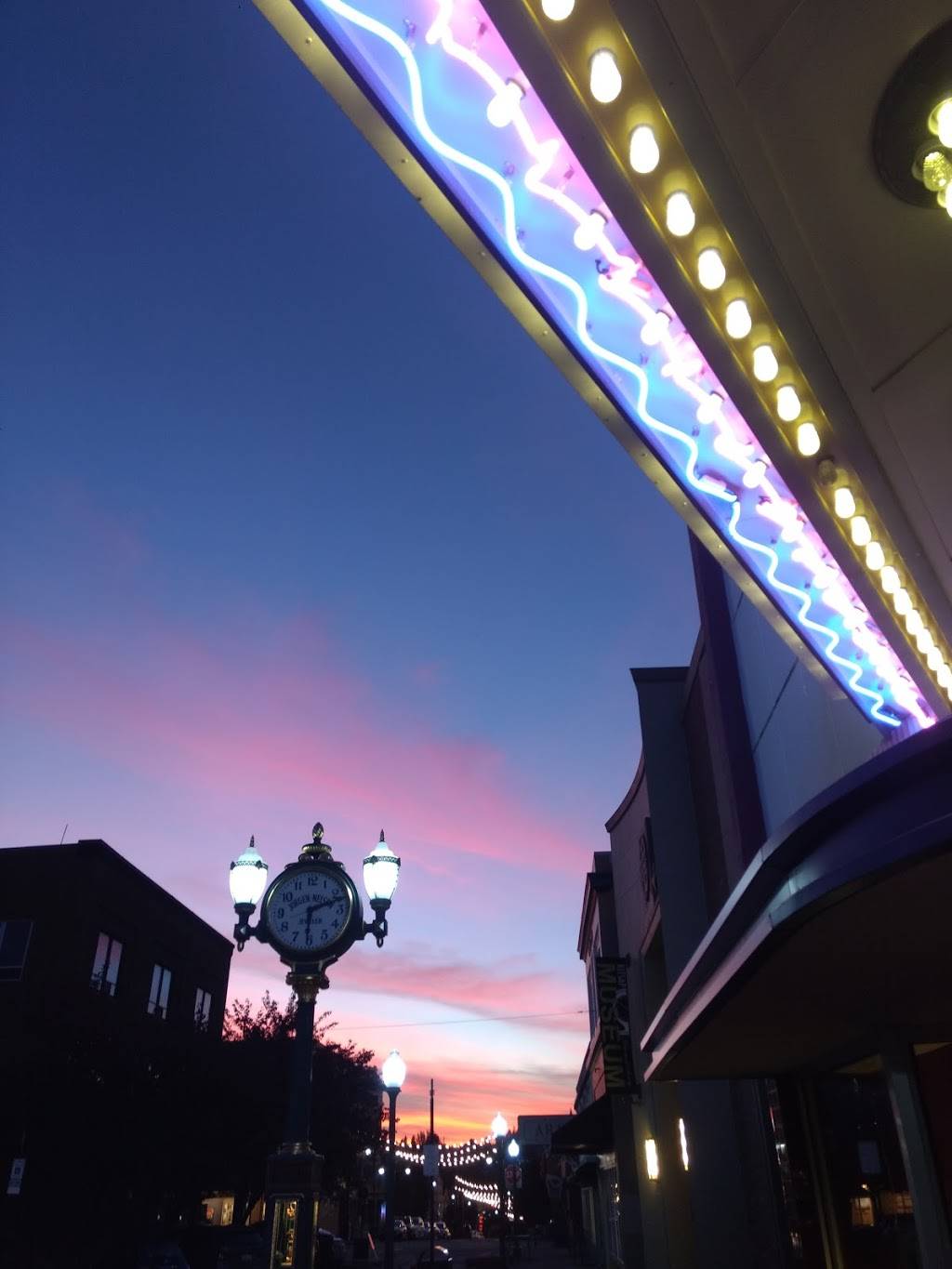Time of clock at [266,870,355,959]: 6:11
